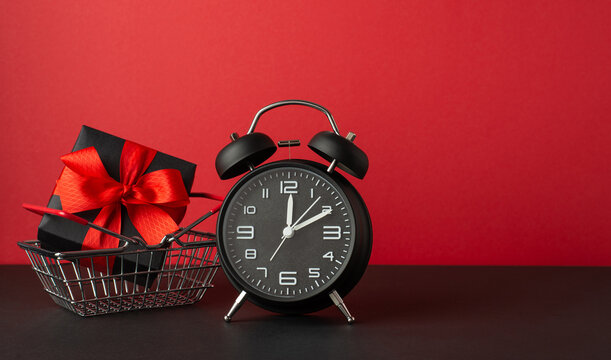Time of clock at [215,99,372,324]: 12:10
